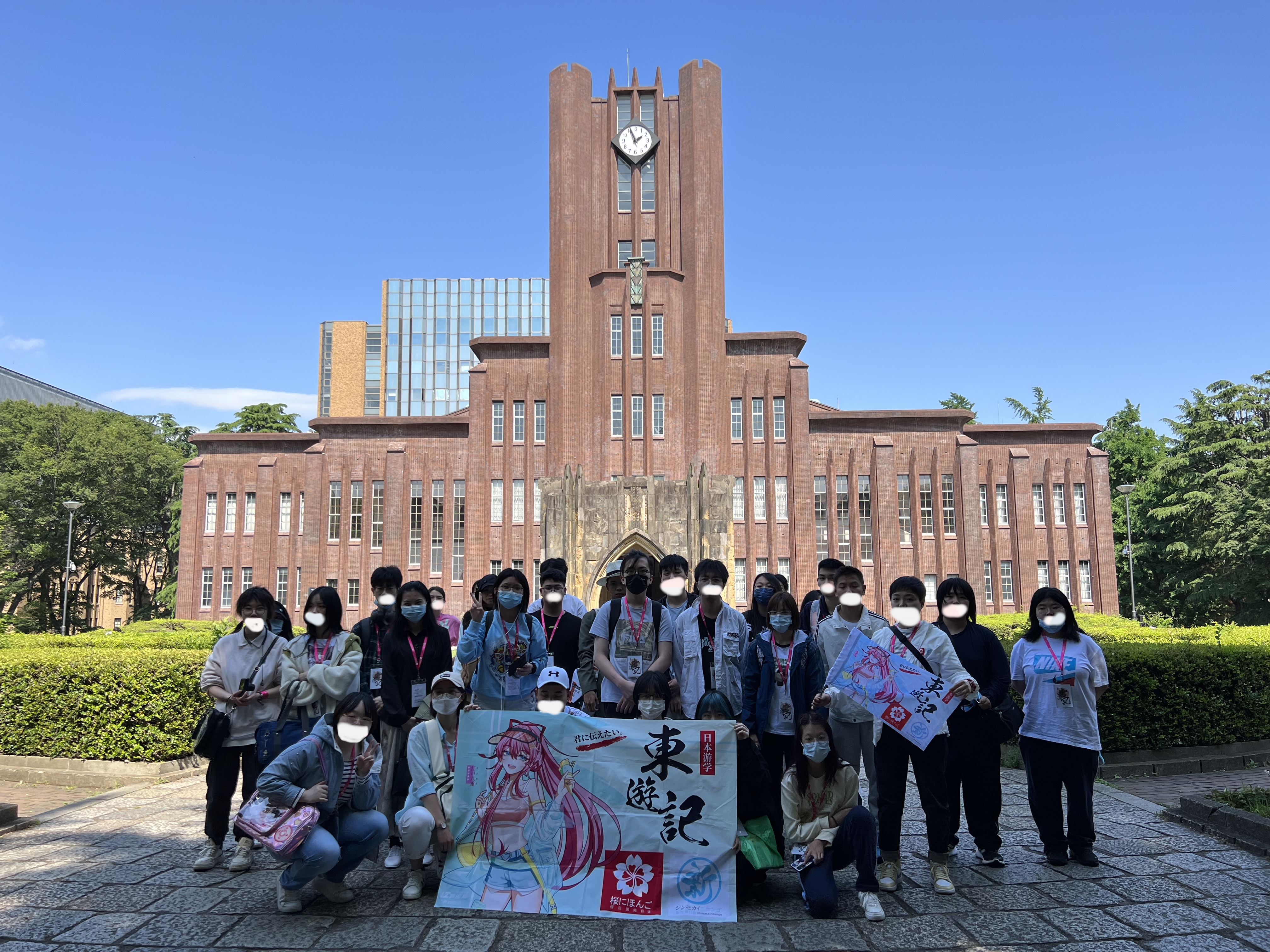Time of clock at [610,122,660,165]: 1:56
